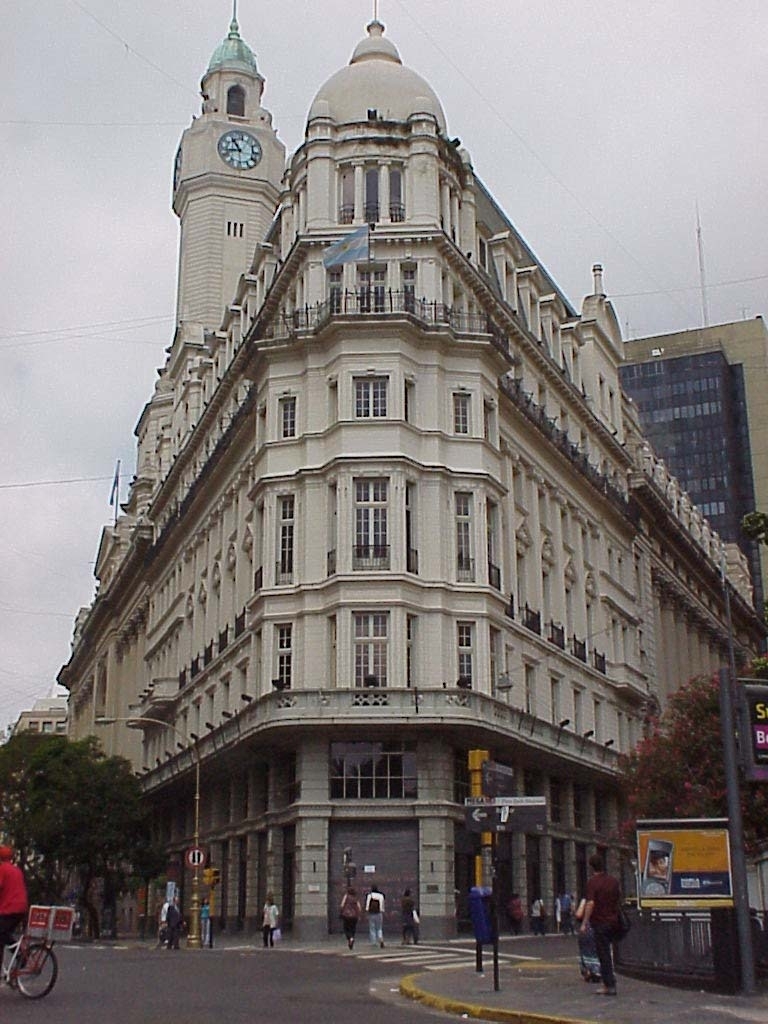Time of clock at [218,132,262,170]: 10:42
